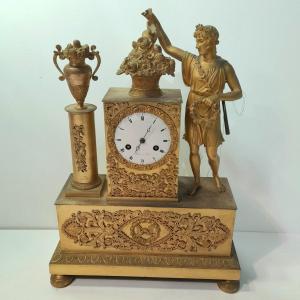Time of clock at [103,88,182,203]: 7:04
